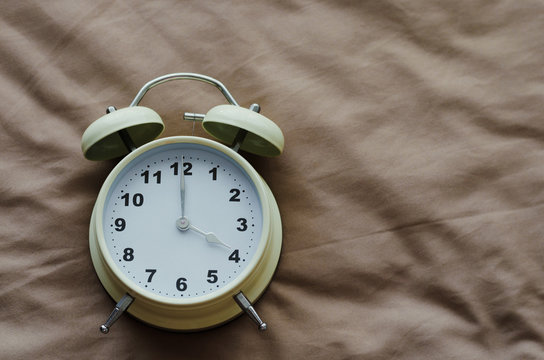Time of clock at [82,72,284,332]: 4:00
